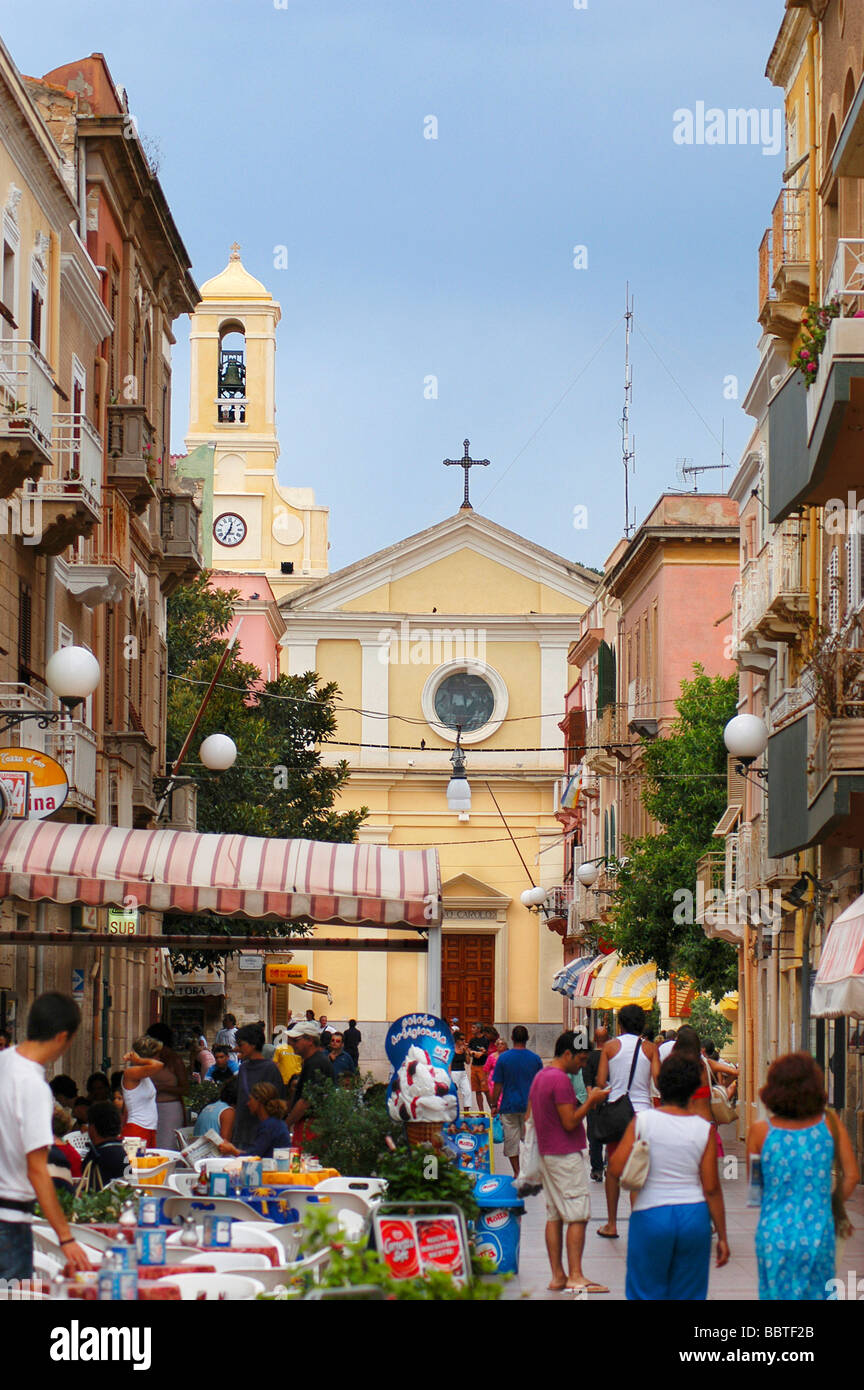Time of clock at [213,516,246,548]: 12:35
